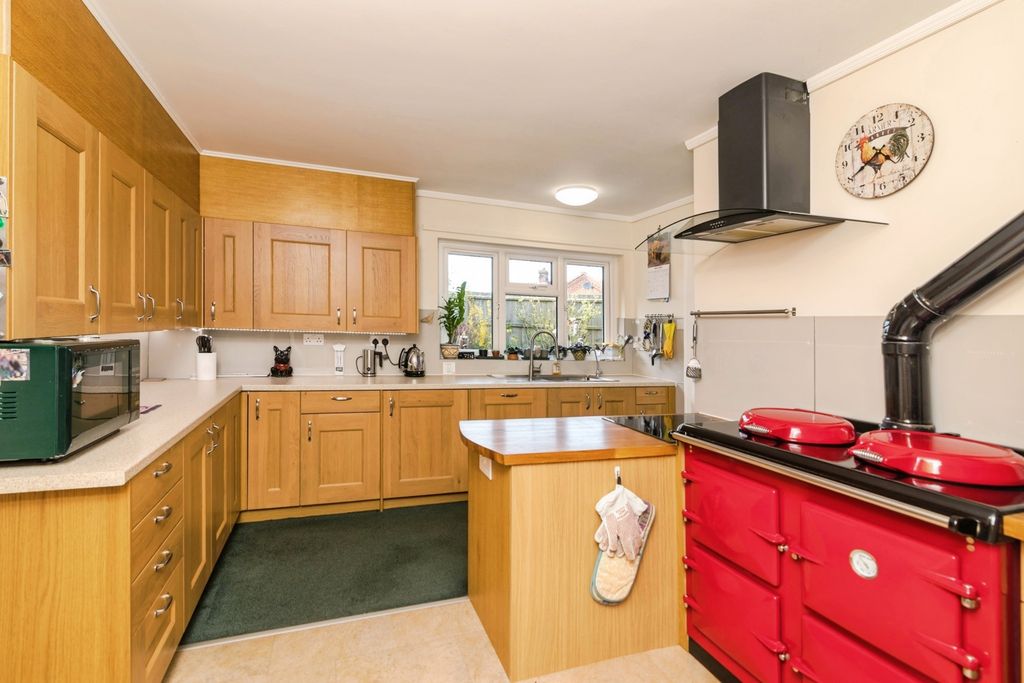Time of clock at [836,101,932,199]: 4:39
